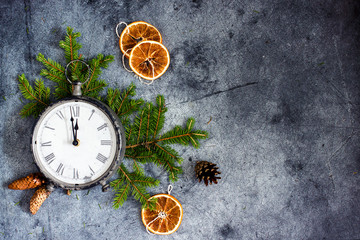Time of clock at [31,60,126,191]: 11:58
